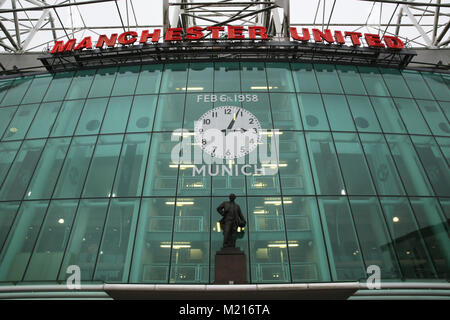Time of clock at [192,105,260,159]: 3:04
